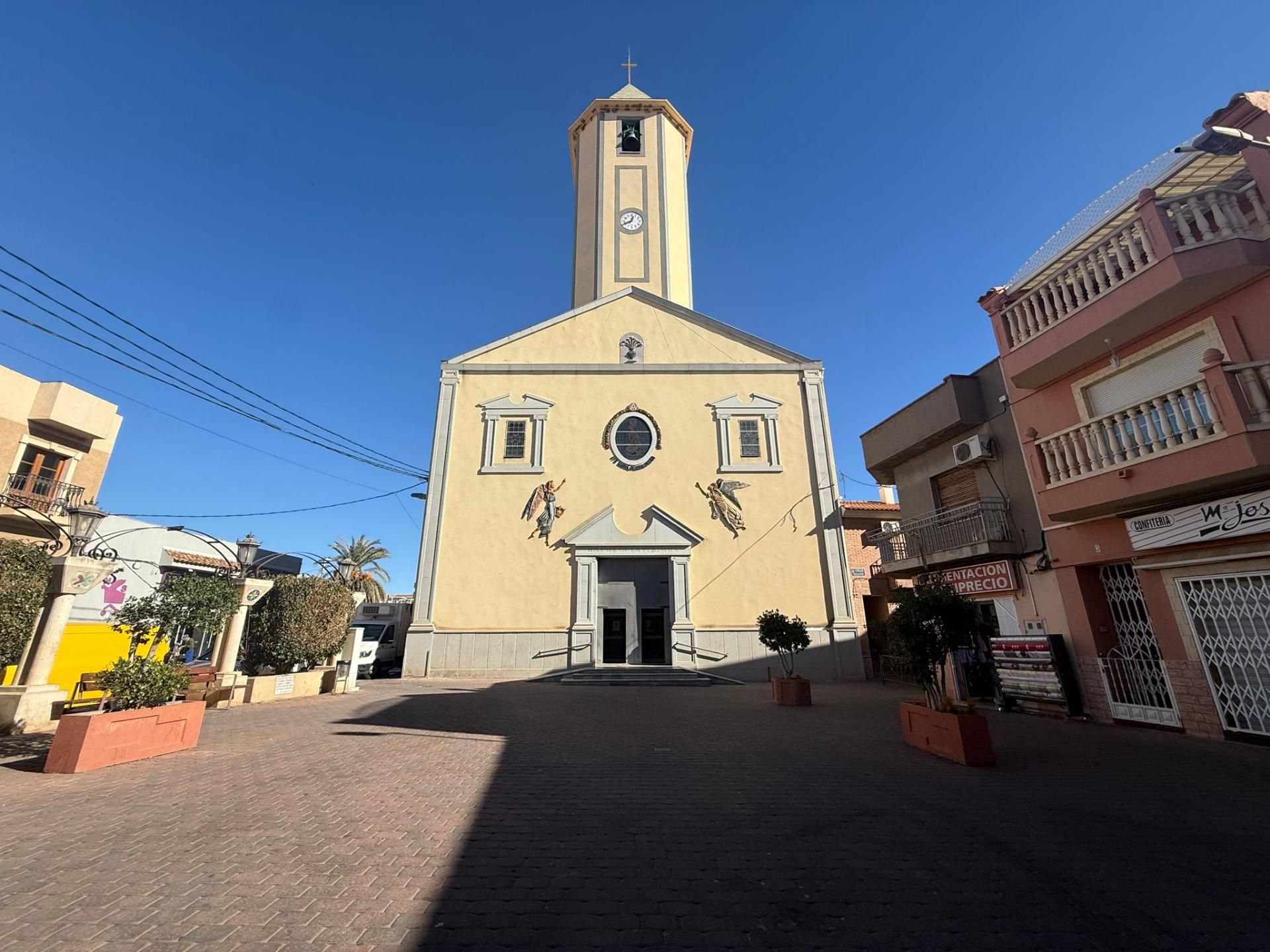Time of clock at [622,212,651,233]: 12:40
